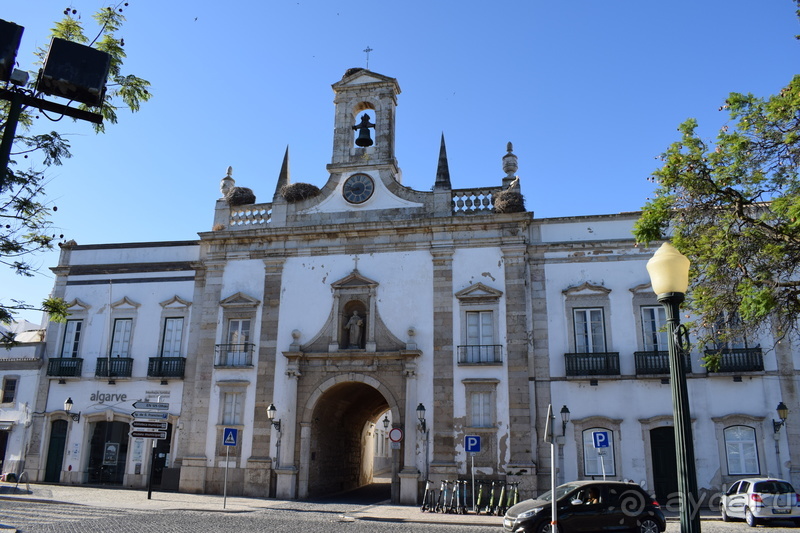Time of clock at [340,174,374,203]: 8:47
